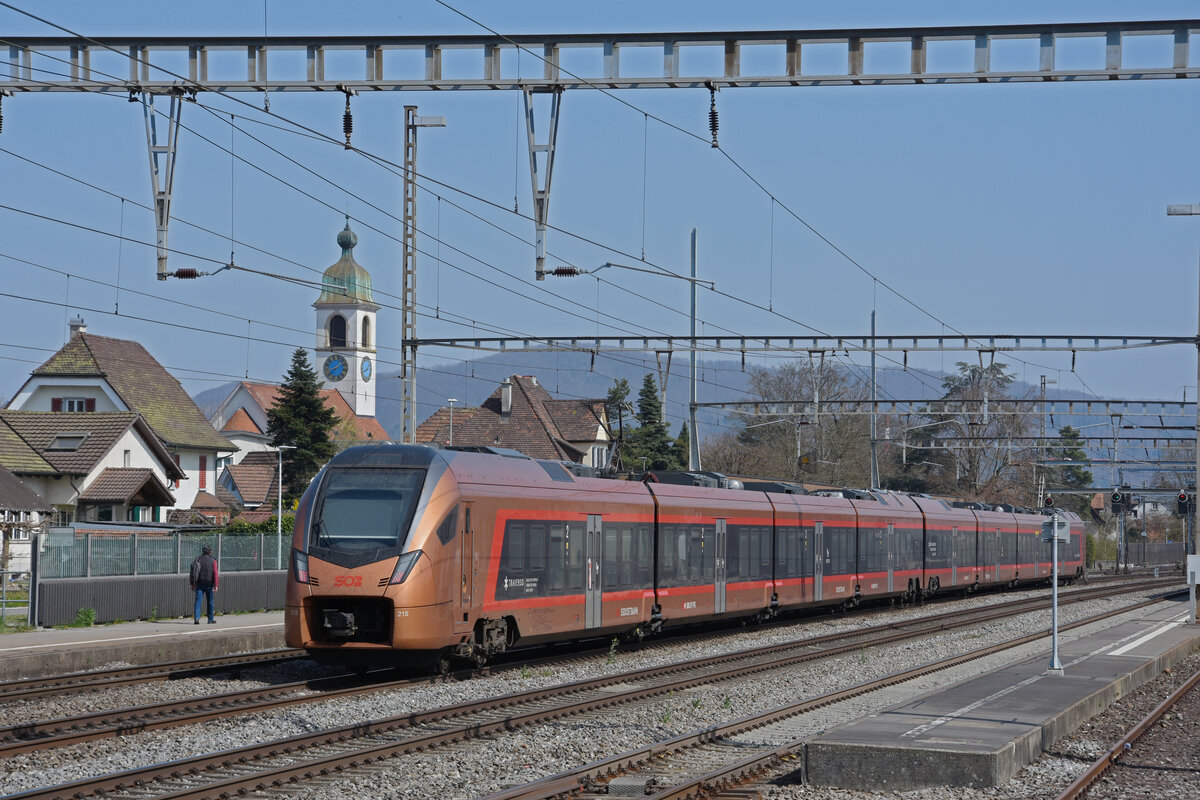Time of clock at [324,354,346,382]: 8:07
